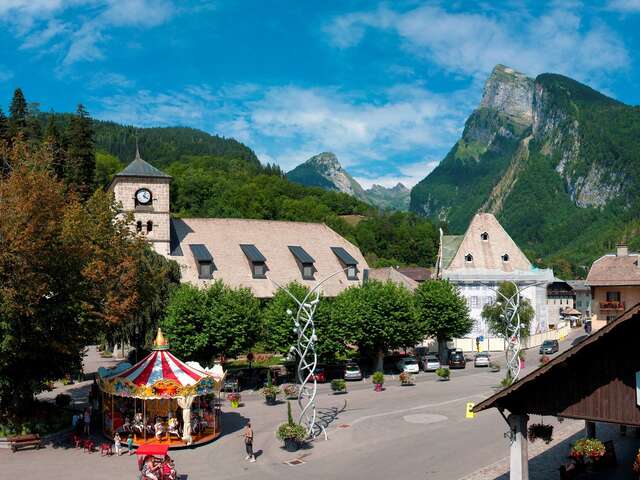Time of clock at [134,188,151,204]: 4:03
